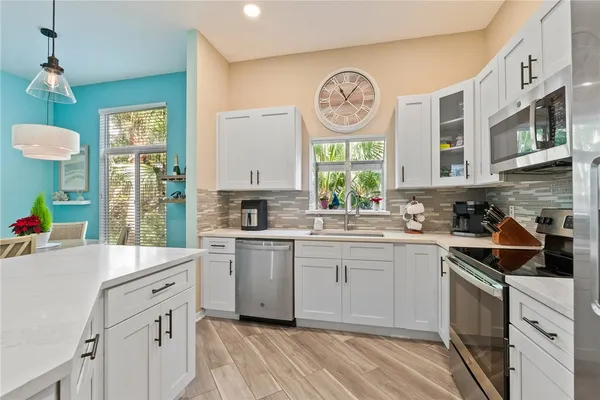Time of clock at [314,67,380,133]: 11:06
